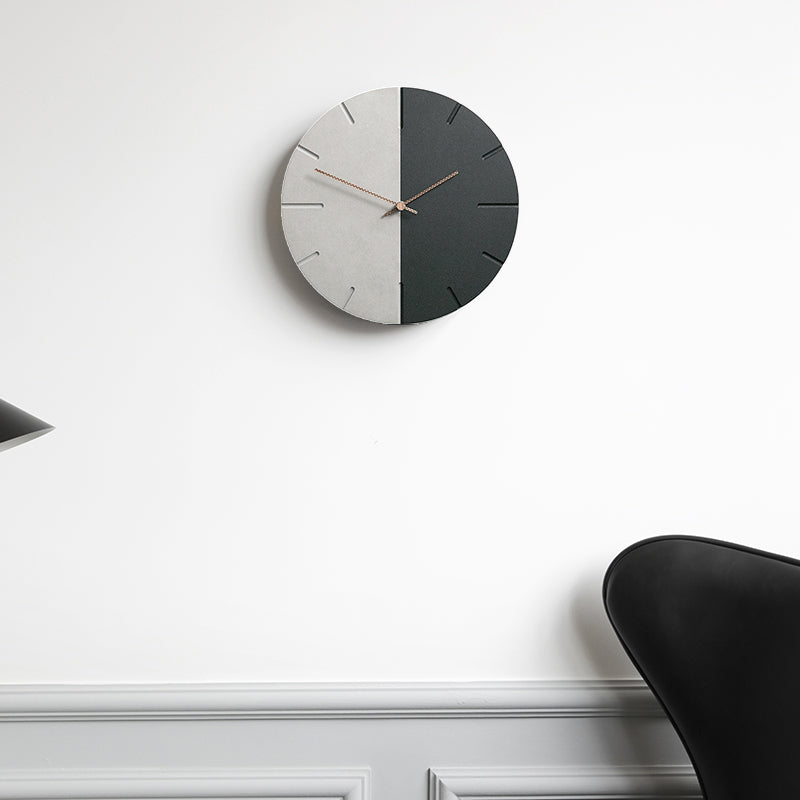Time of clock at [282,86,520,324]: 1:59
